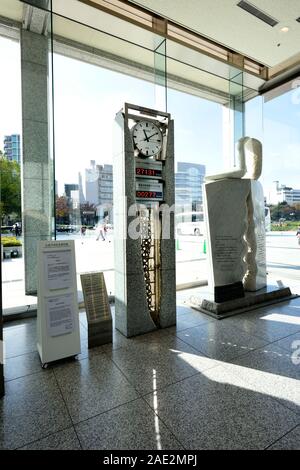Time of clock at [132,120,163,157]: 11:09
